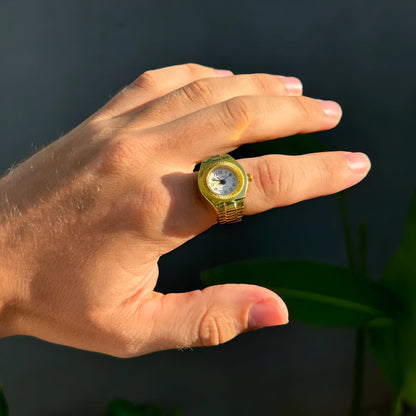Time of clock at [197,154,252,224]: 9:08
